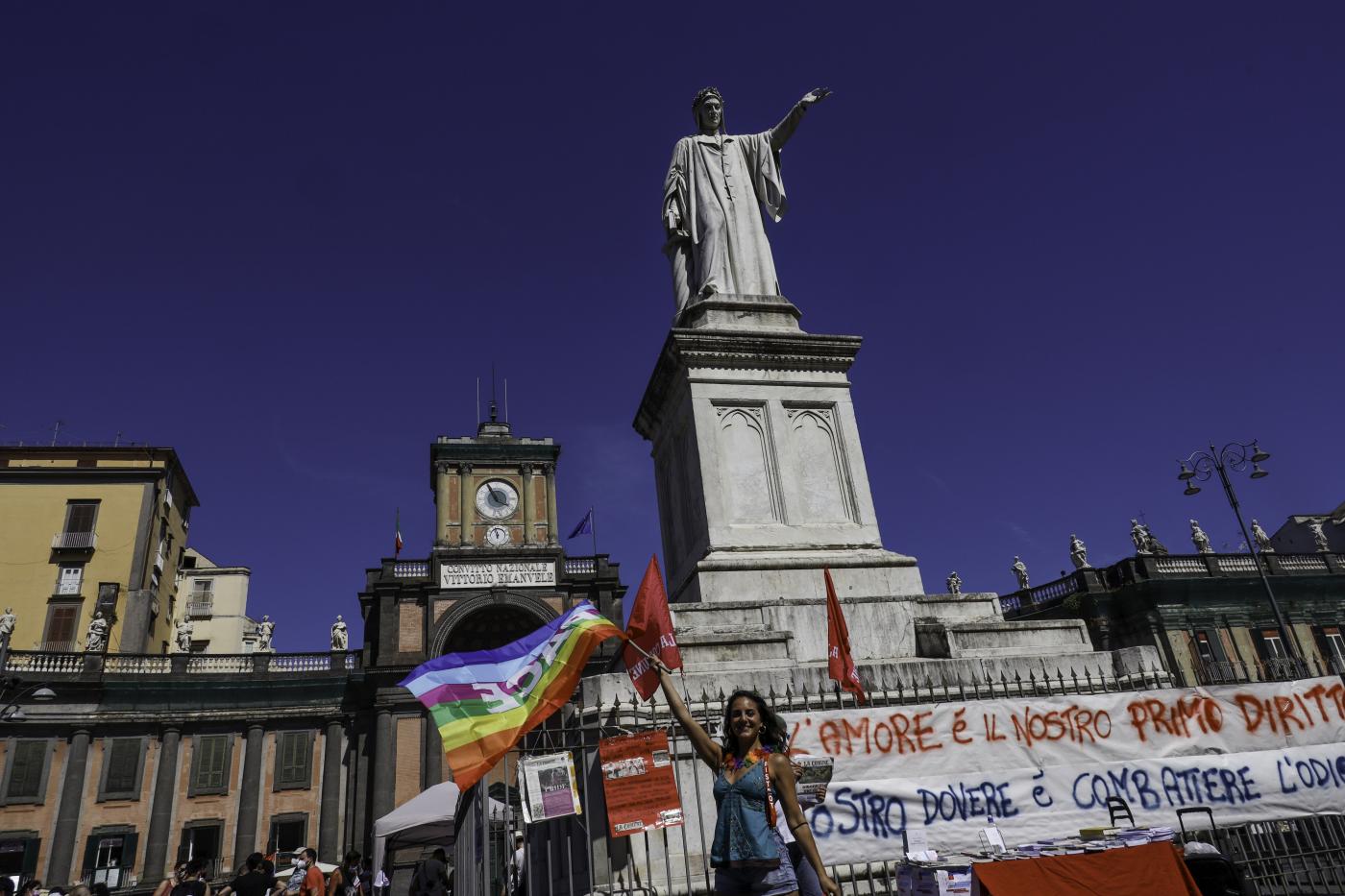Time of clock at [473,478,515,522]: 3:55
